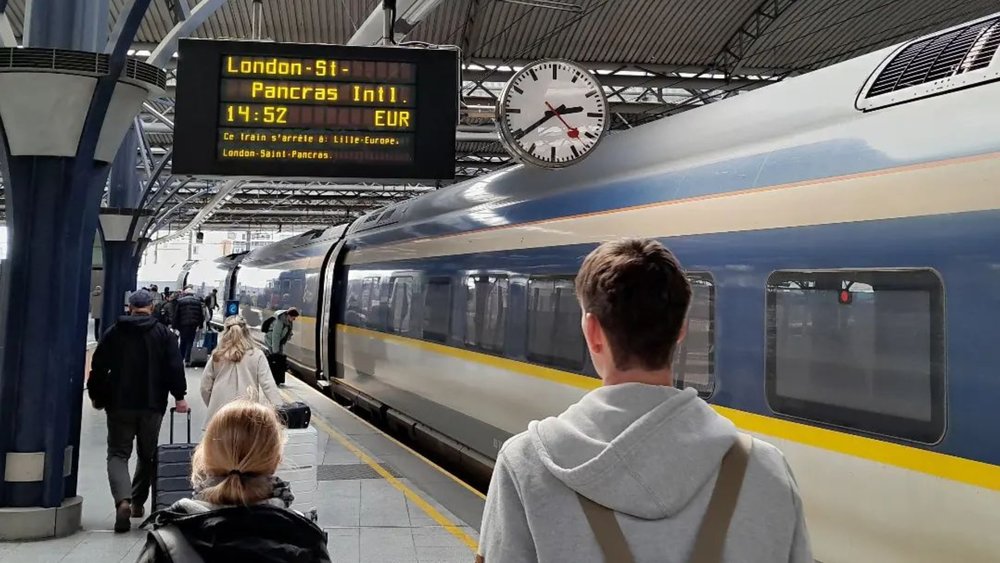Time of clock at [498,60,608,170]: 2:39
